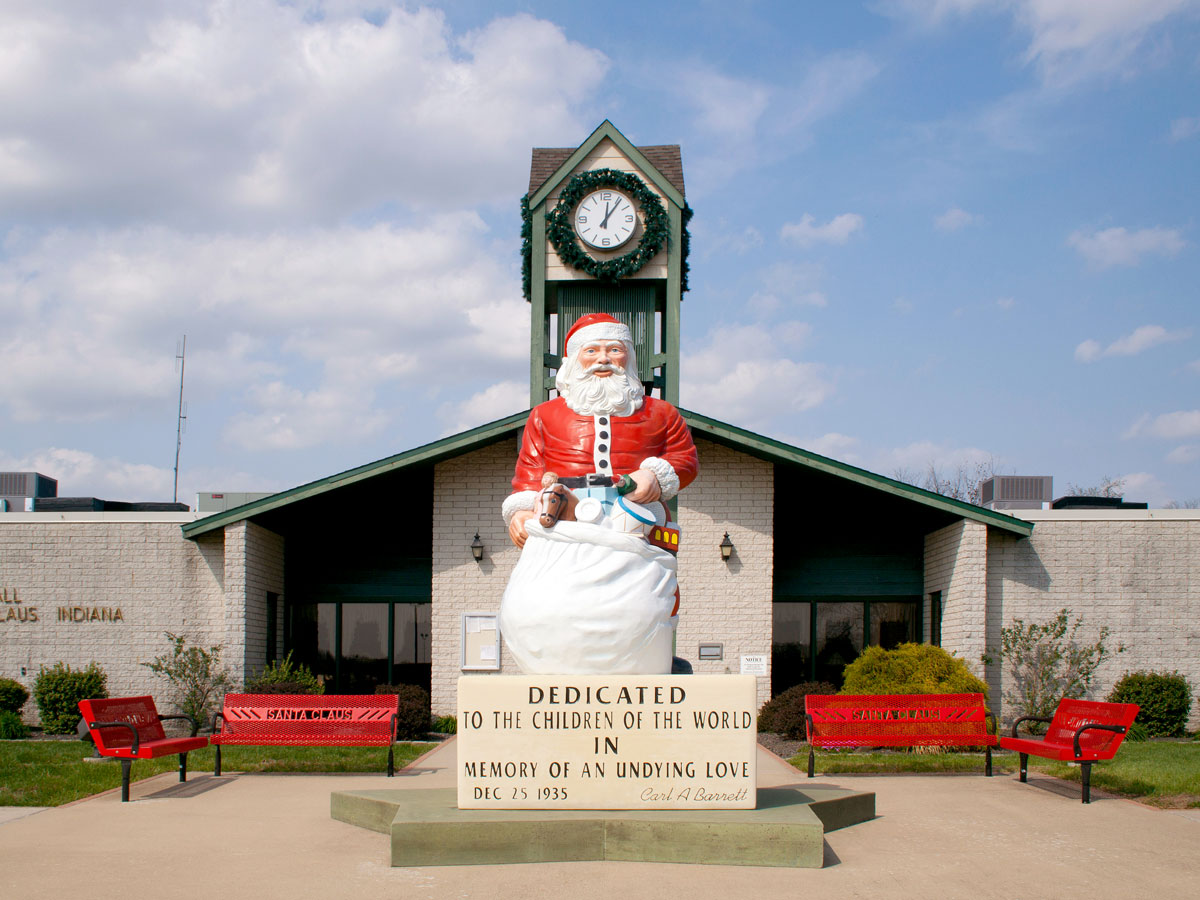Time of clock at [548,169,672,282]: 12:06
